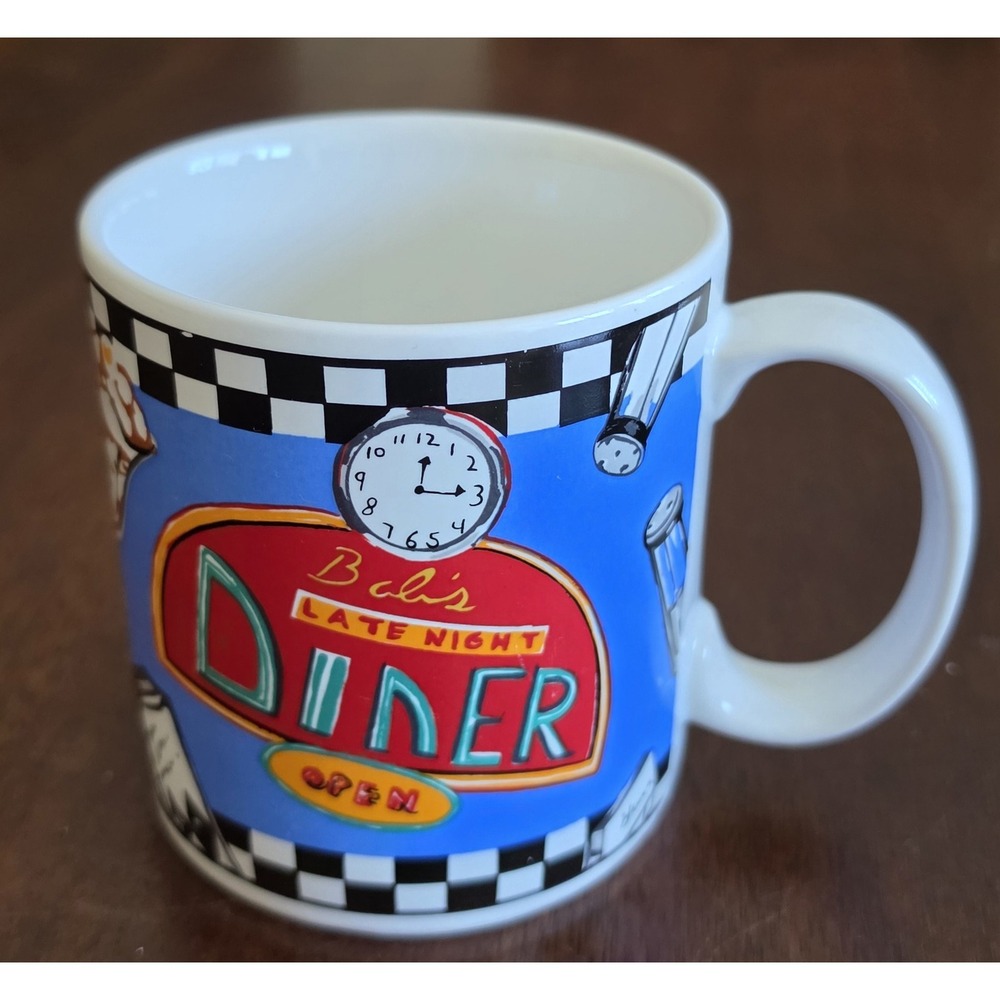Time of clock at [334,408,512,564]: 12:14
